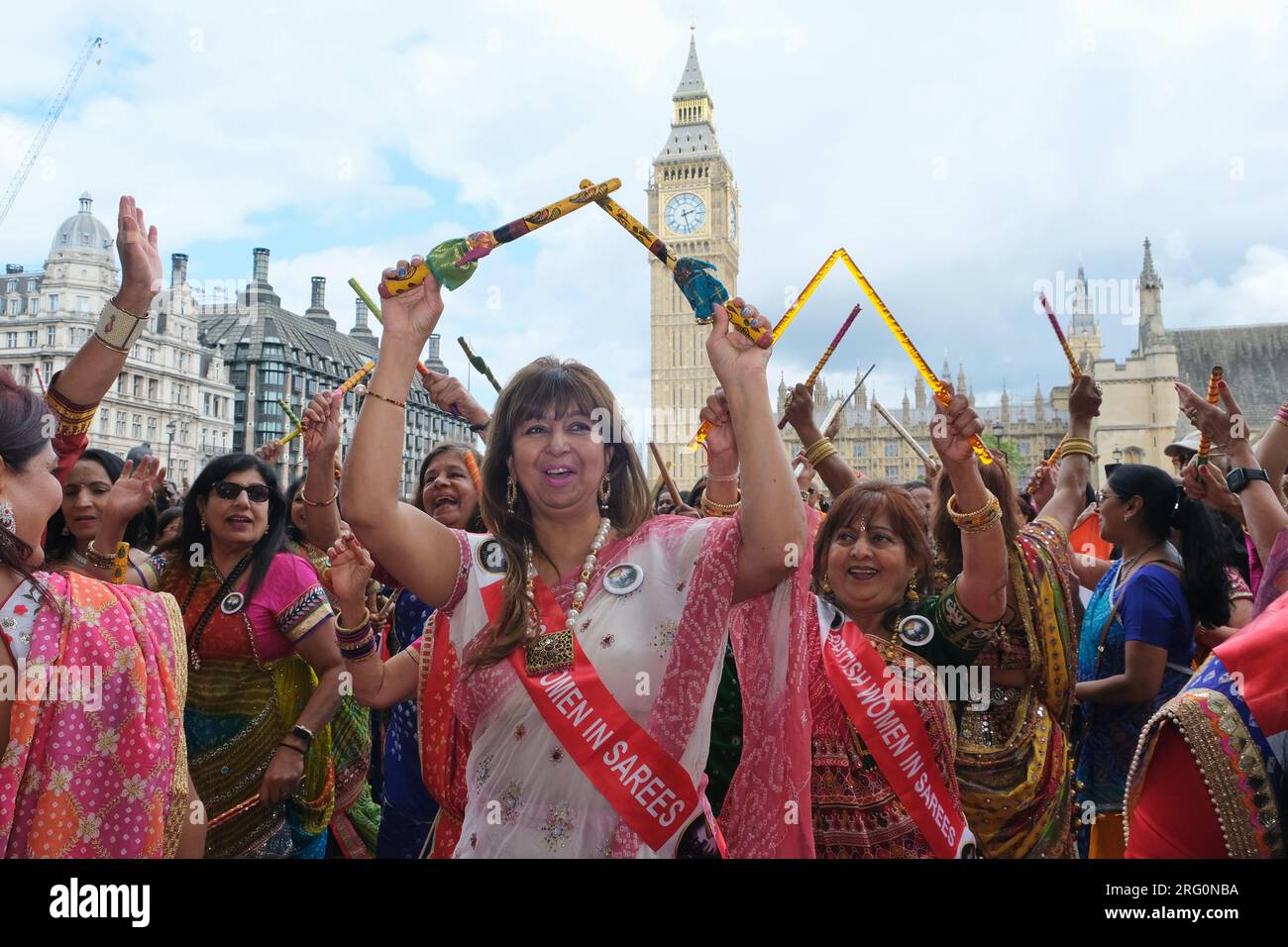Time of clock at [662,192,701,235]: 2:27
